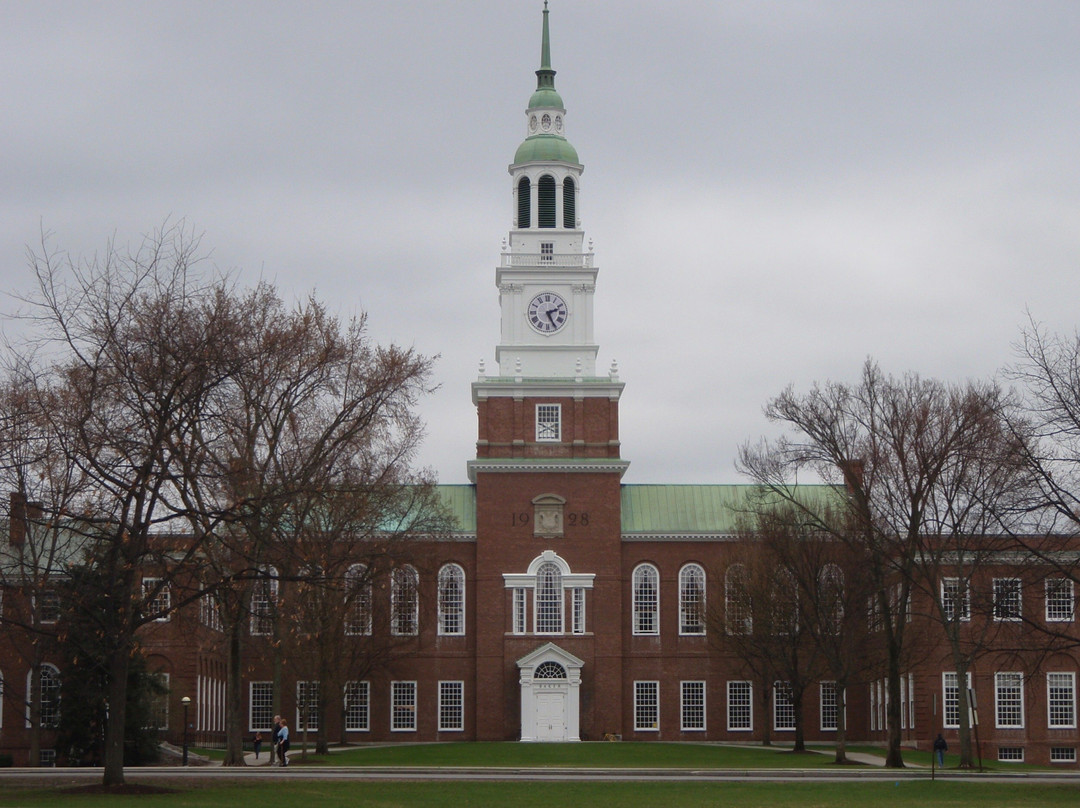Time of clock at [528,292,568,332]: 2:25
